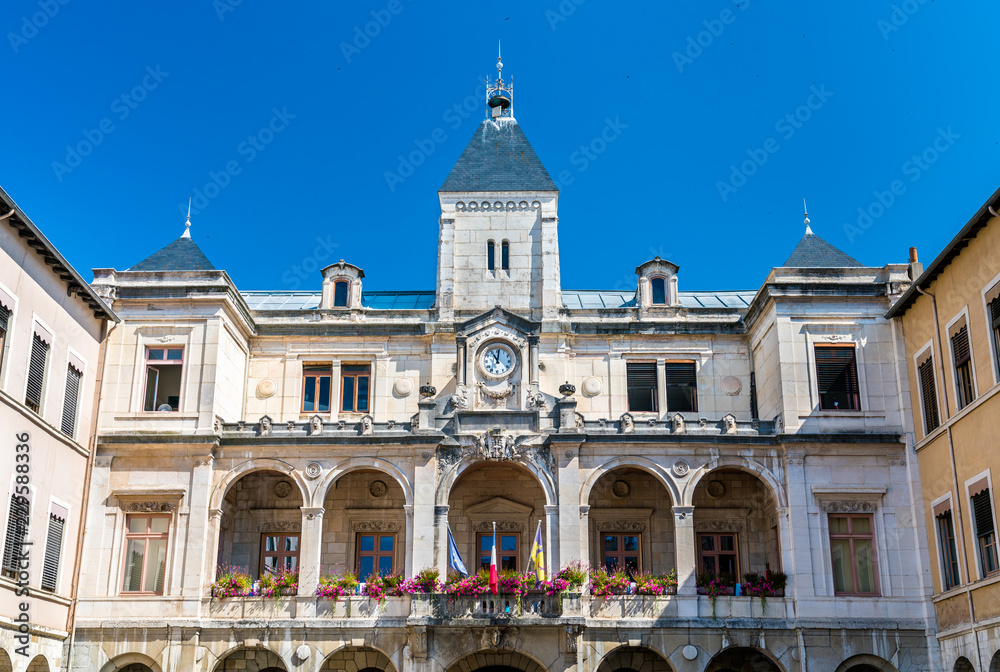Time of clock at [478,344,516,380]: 11:01
